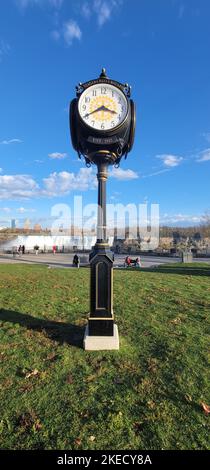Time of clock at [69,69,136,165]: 3:40
